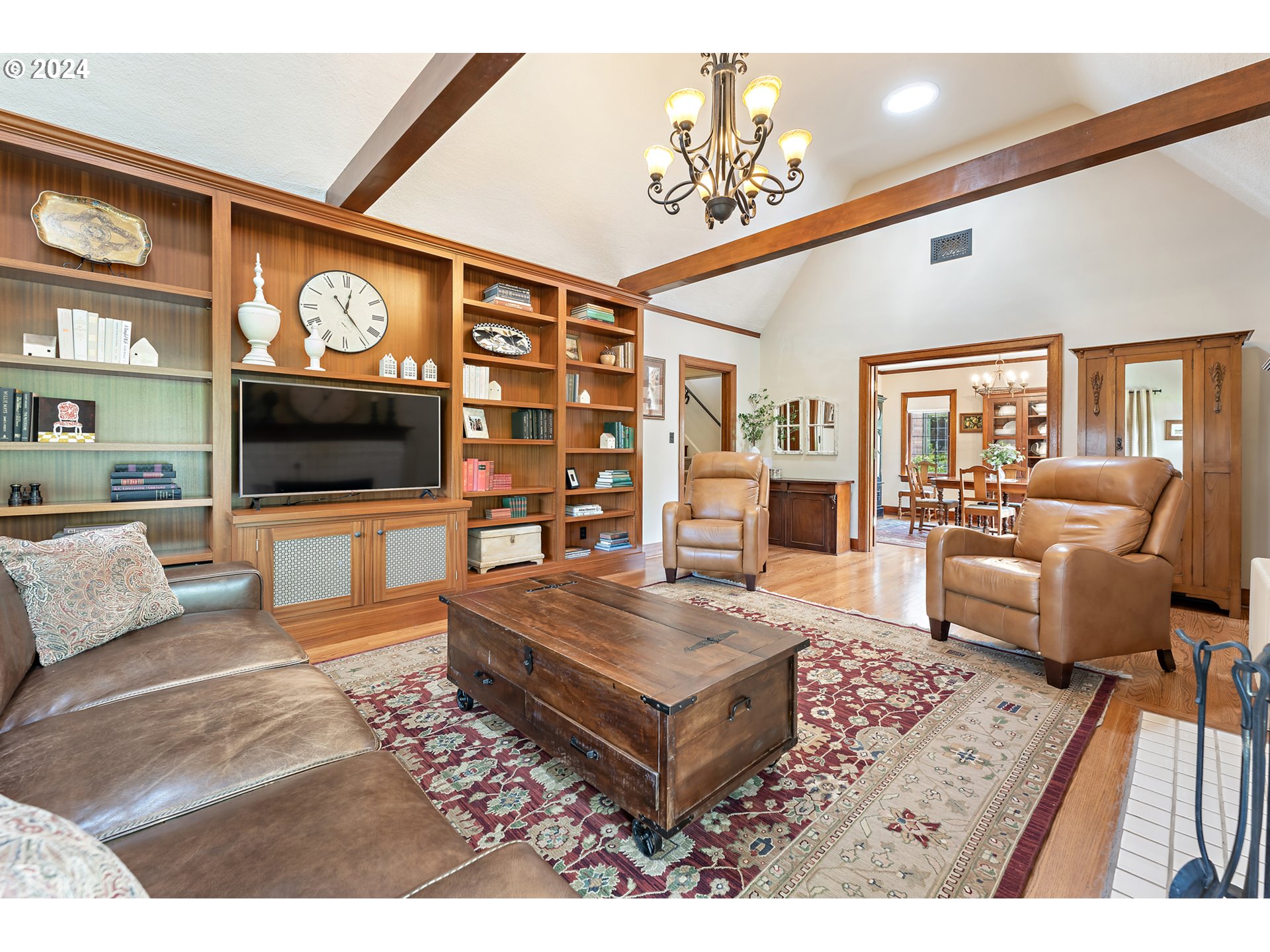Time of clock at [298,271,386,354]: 12:23
